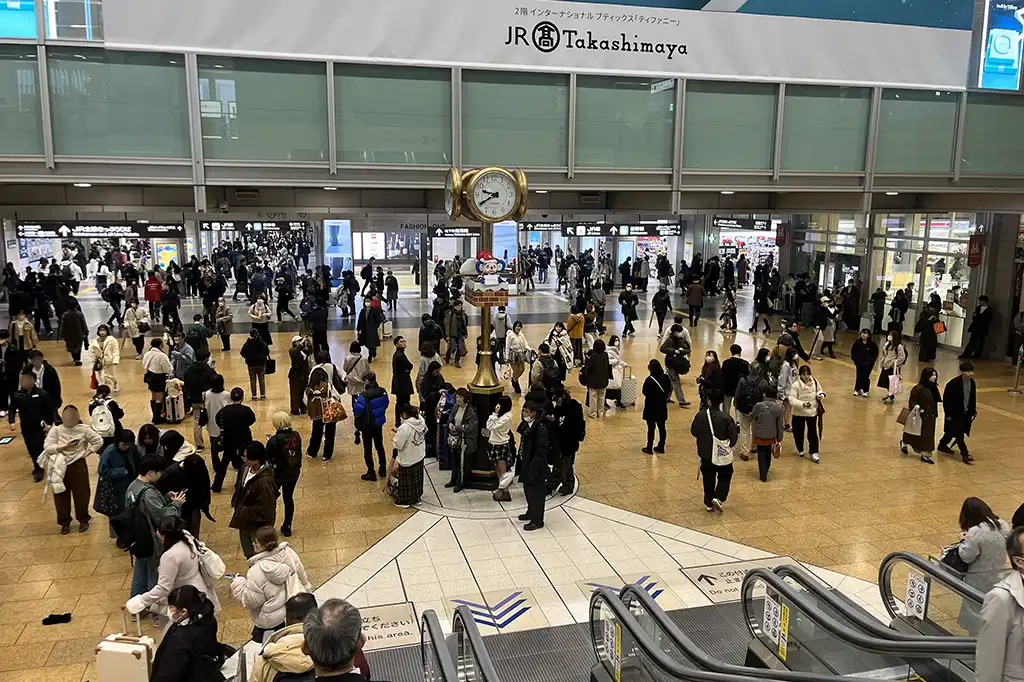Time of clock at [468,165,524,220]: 9:40
